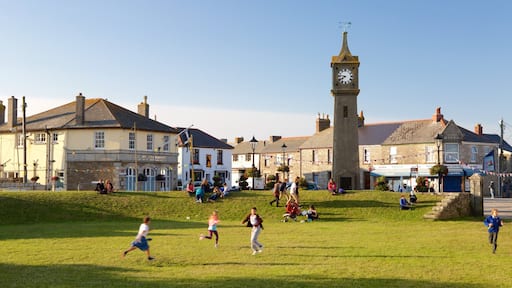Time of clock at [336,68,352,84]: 7:46
